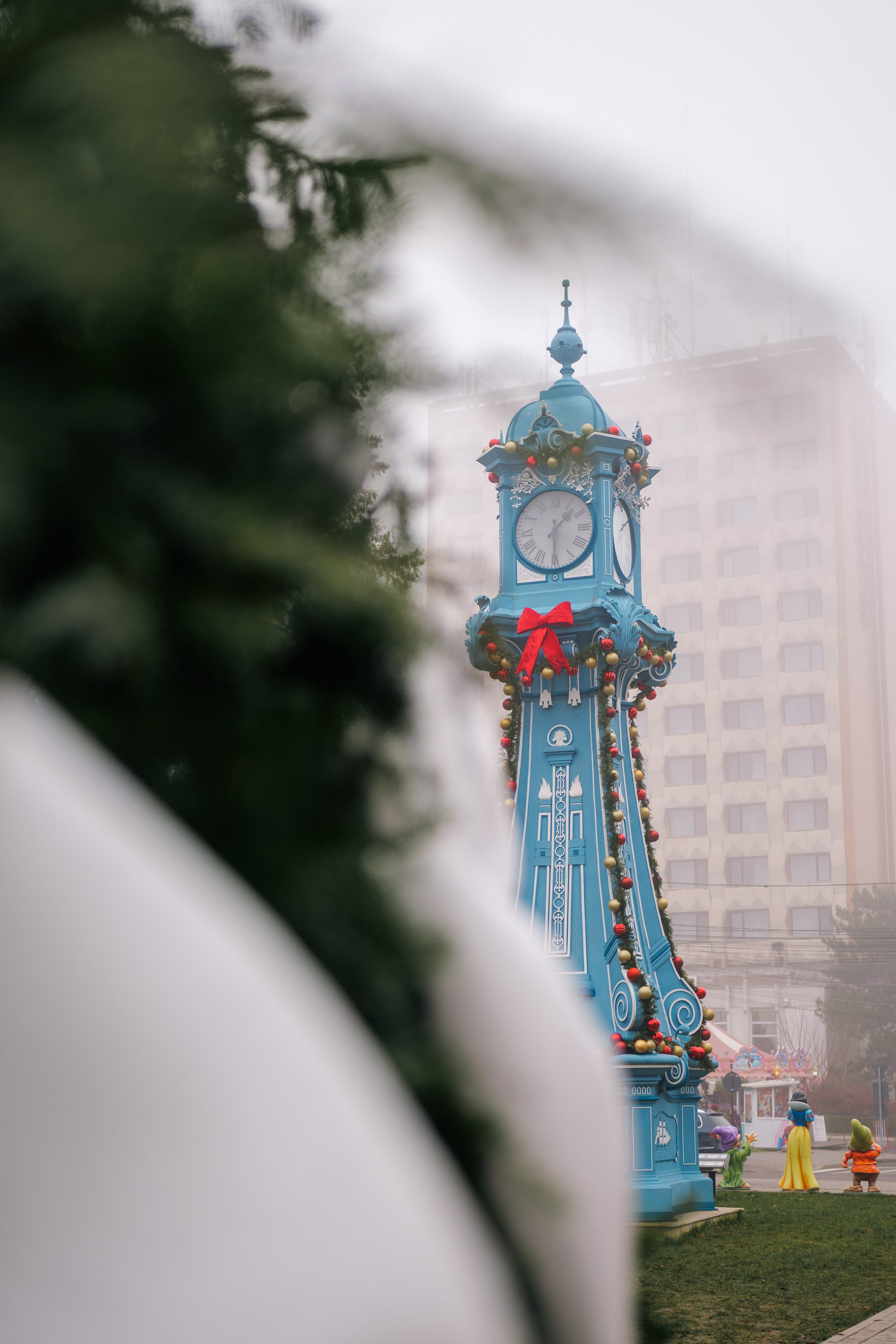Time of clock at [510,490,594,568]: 1:29
